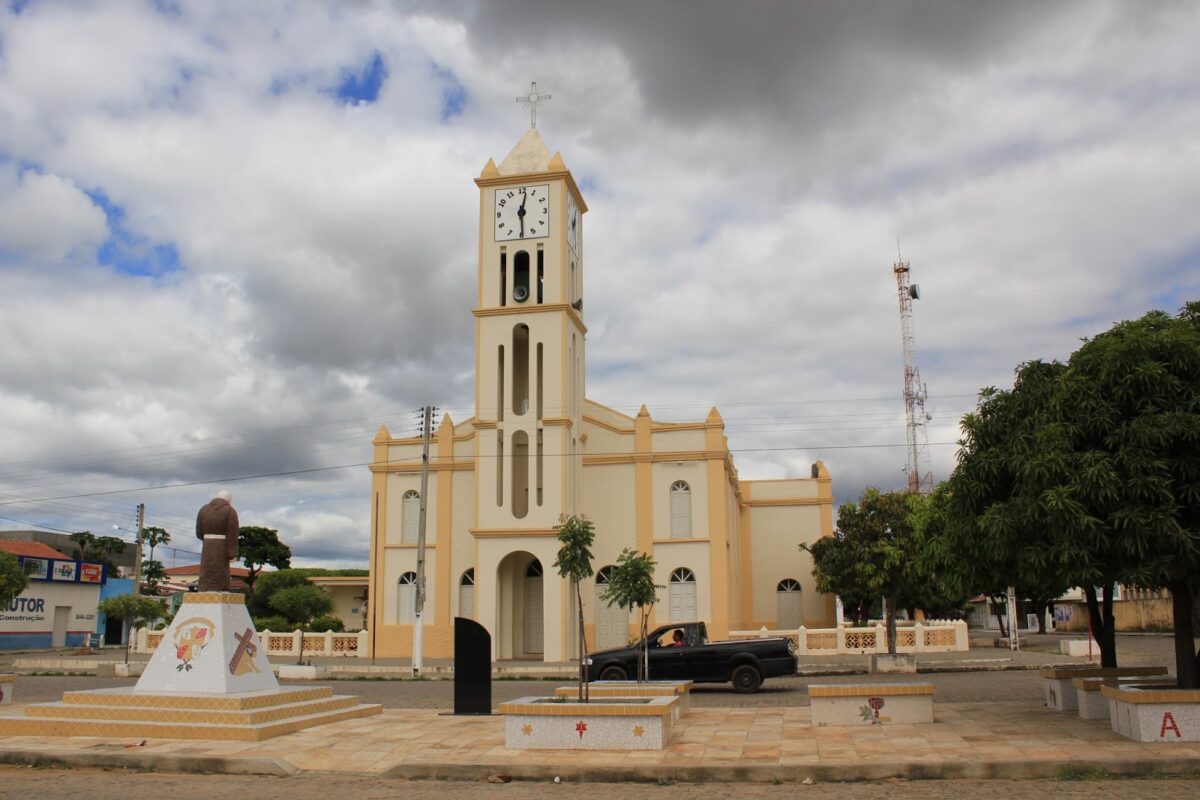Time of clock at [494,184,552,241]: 12:29
